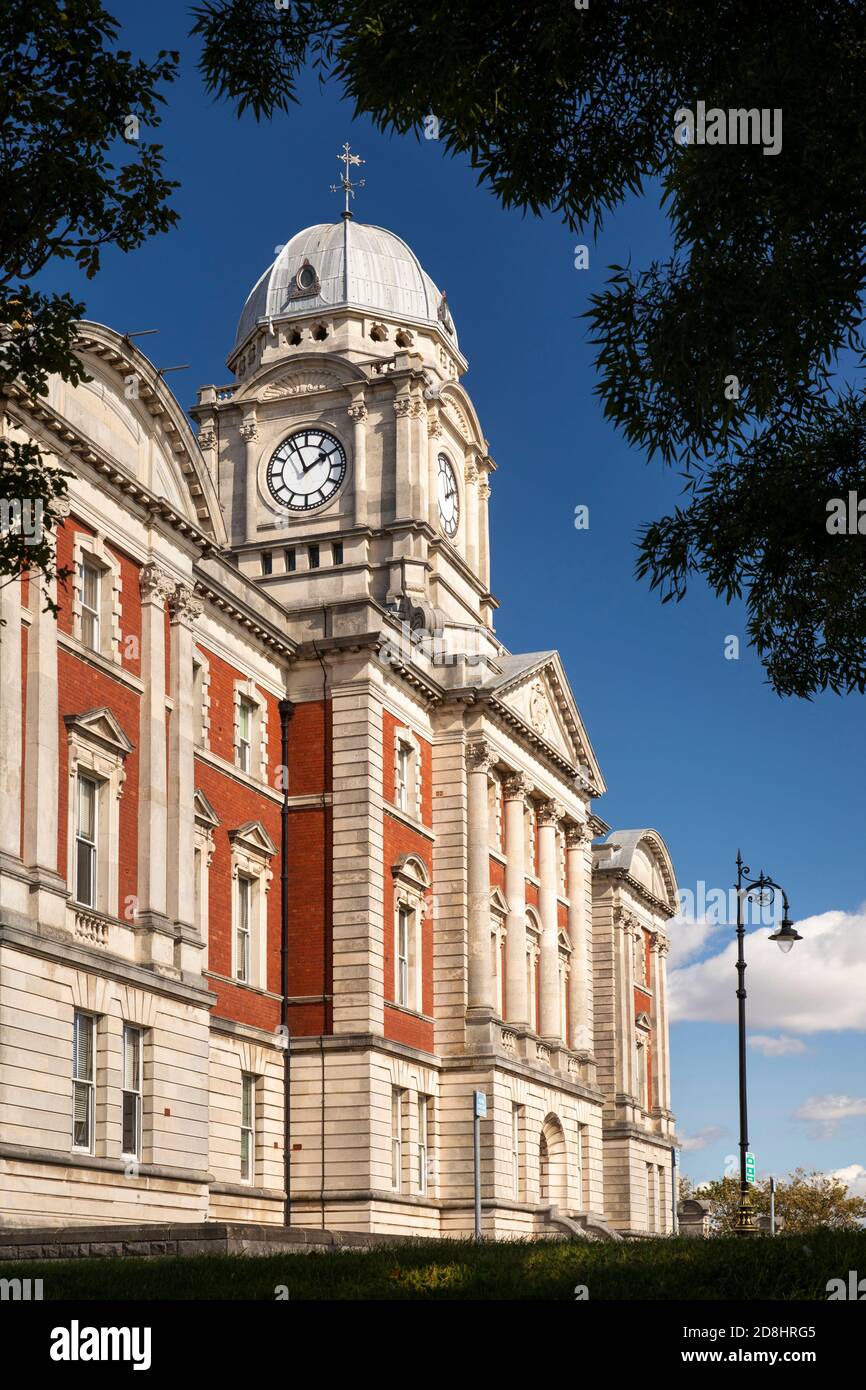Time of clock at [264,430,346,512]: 1:56
